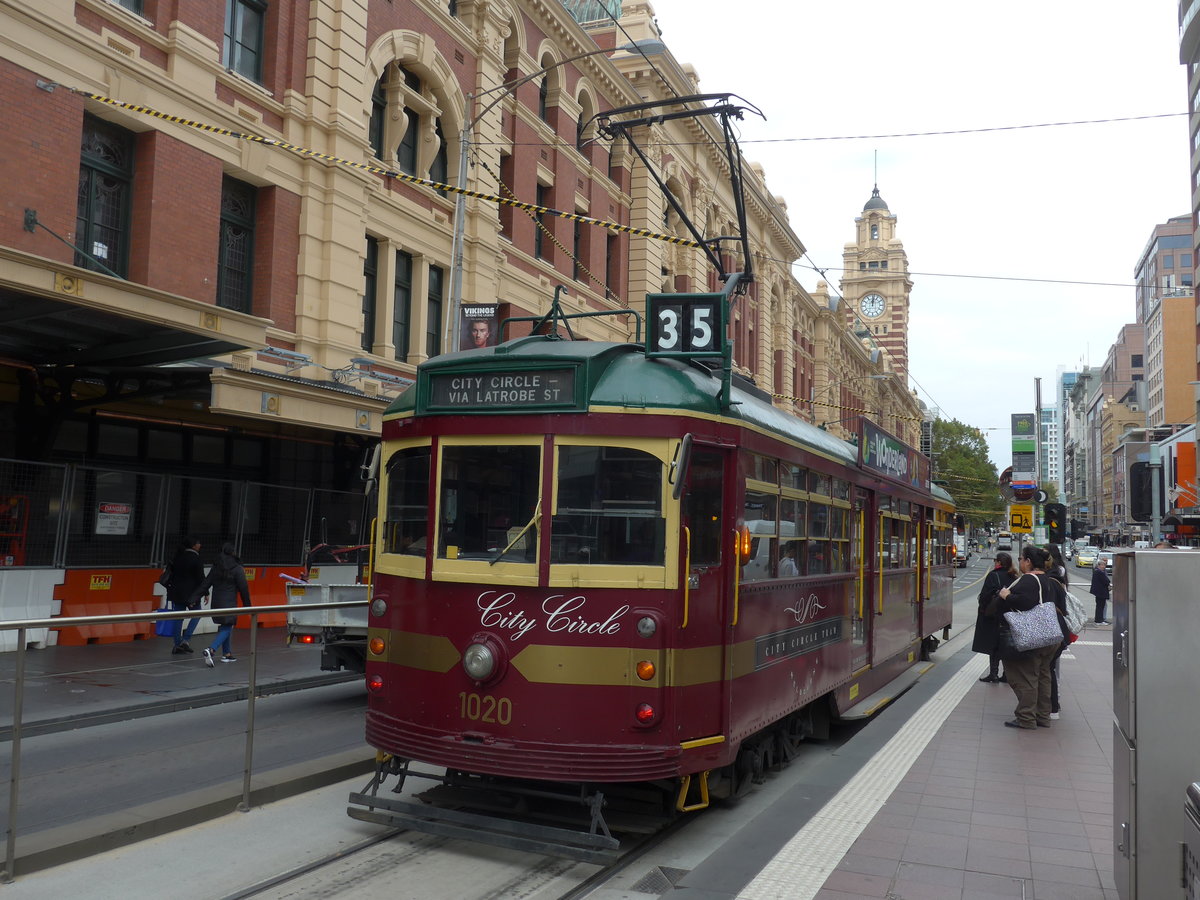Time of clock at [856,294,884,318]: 12:01
